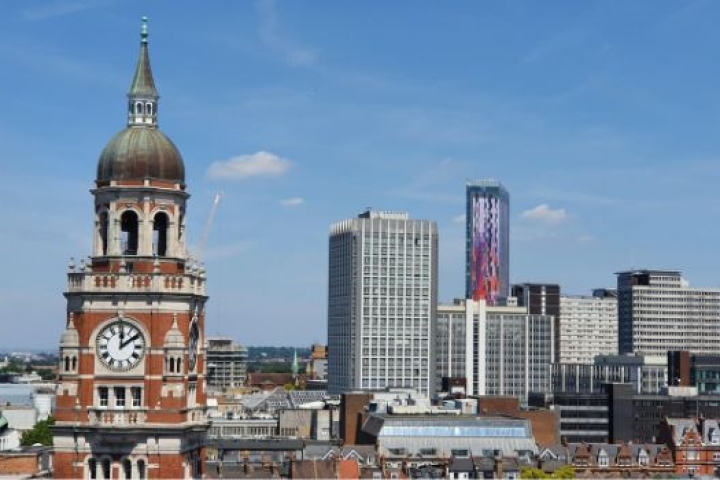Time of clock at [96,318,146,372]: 12:09
